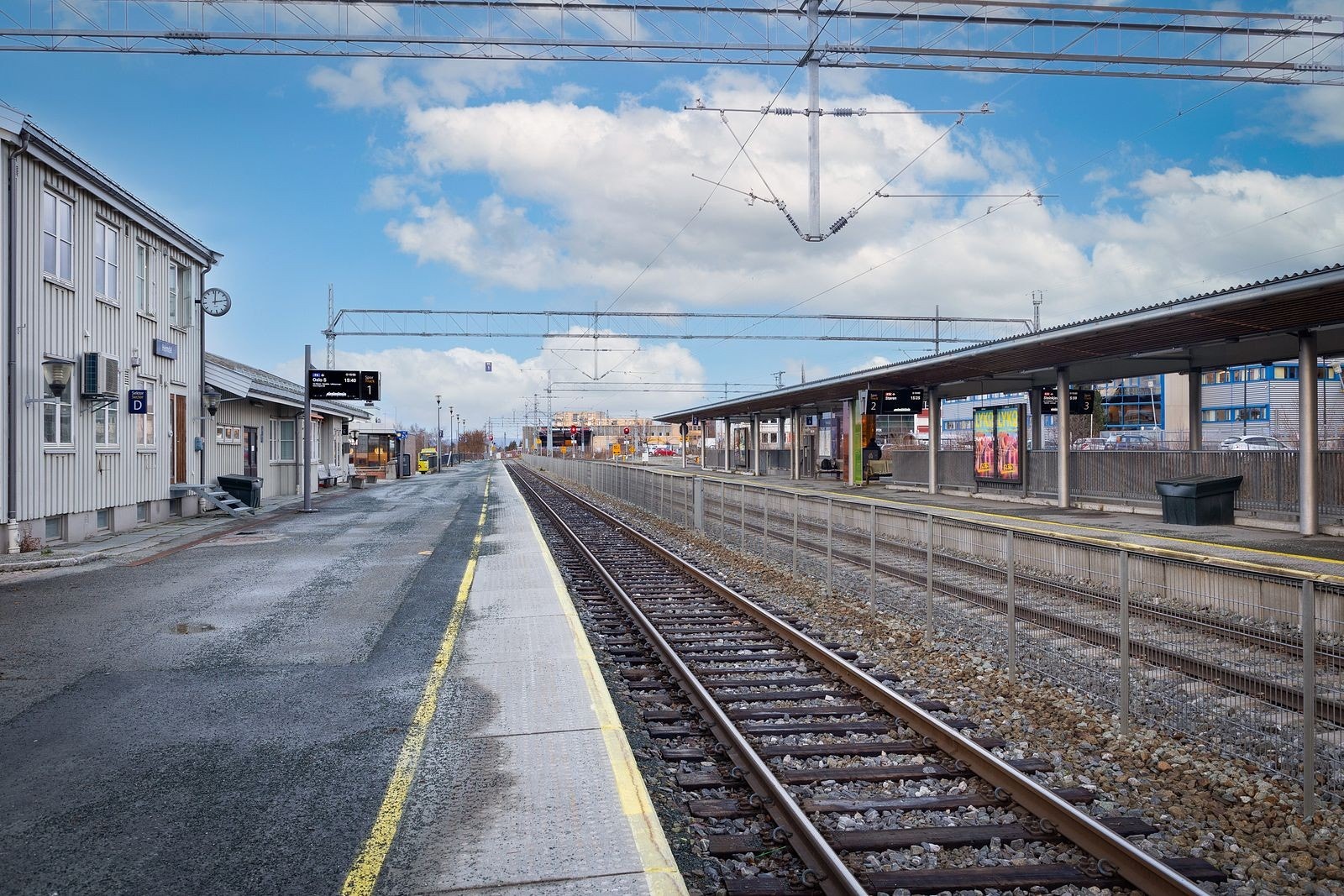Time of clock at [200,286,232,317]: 3:02
